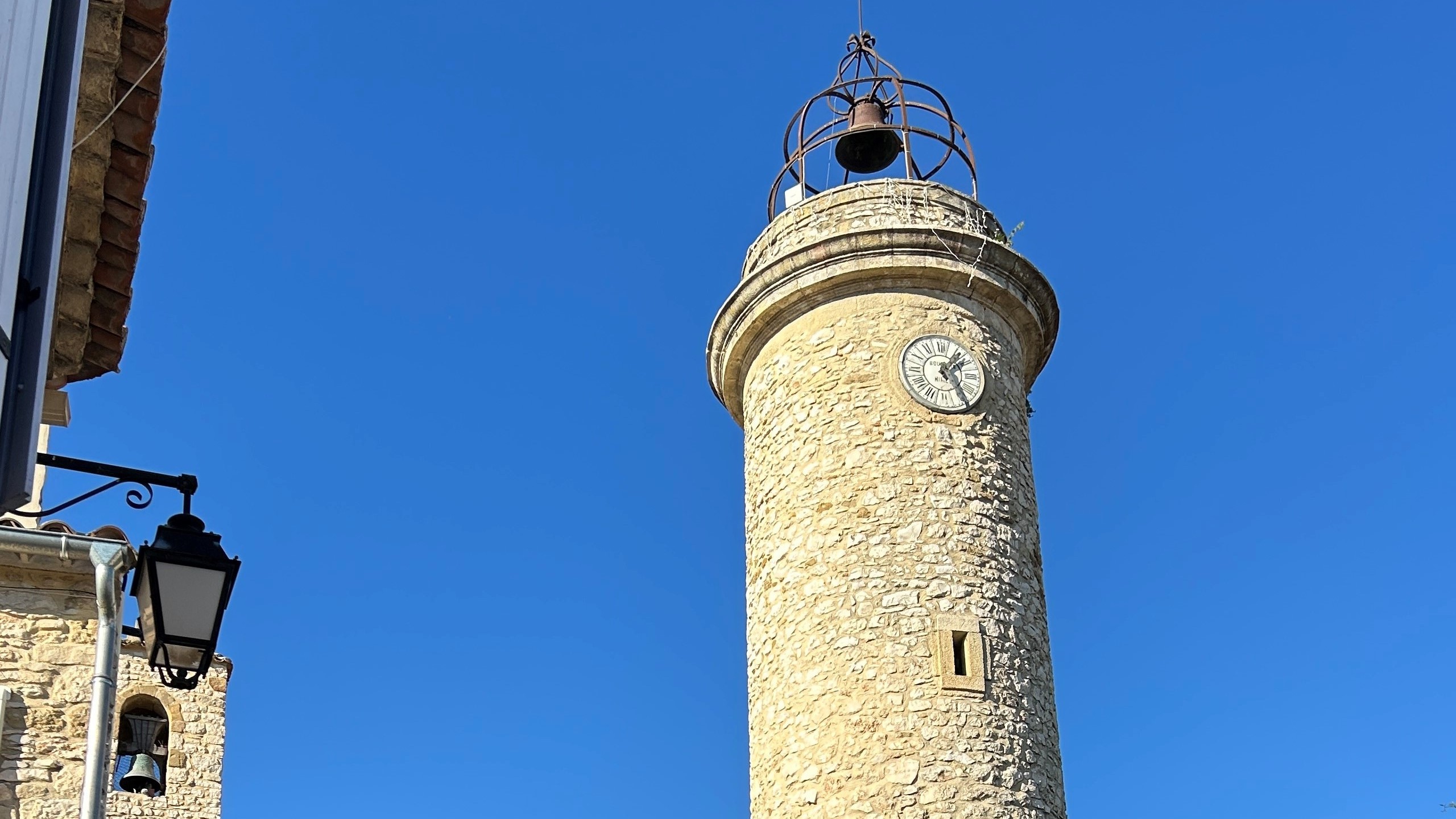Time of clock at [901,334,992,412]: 1:24
